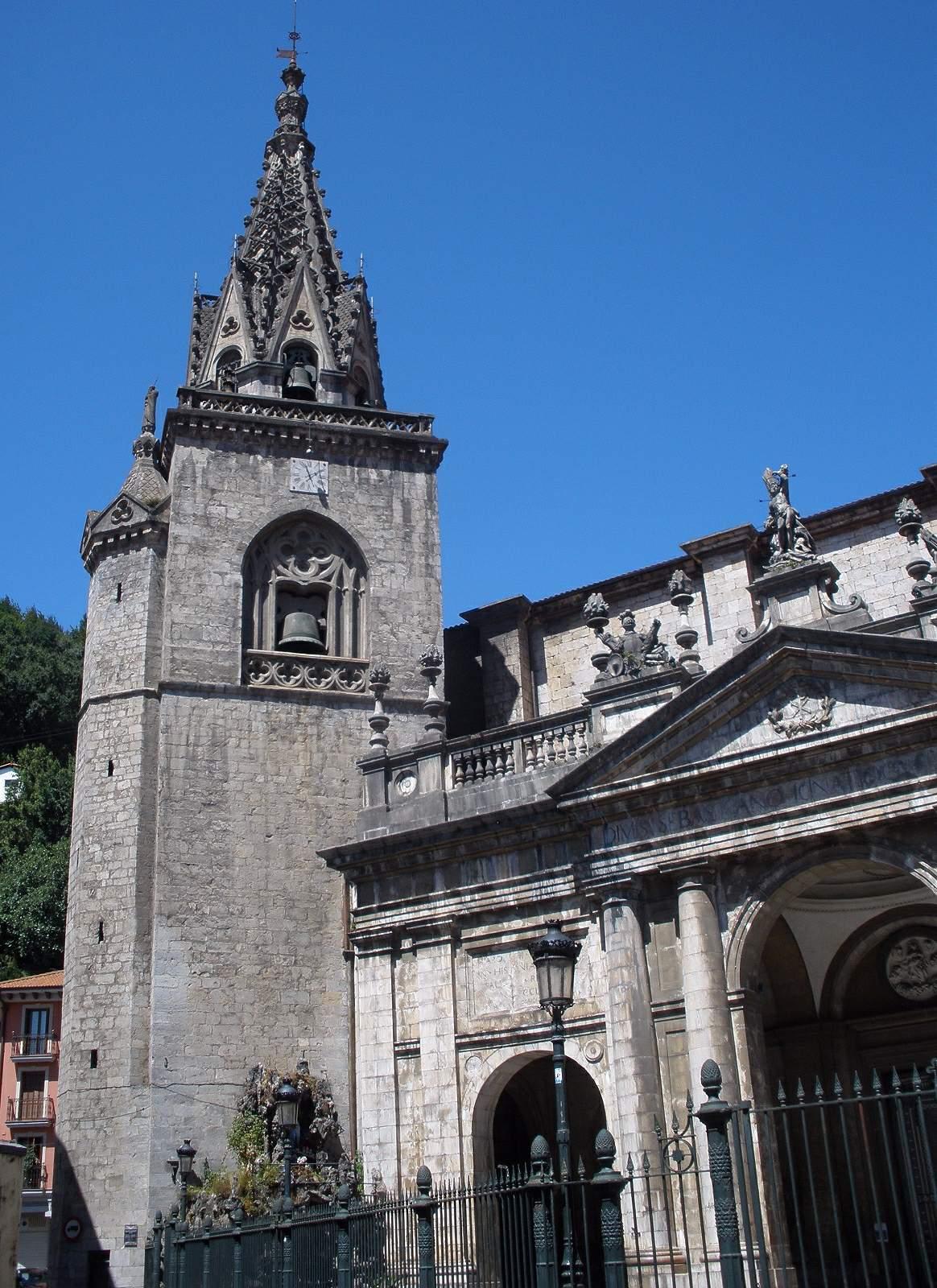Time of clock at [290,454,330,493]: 1:57
